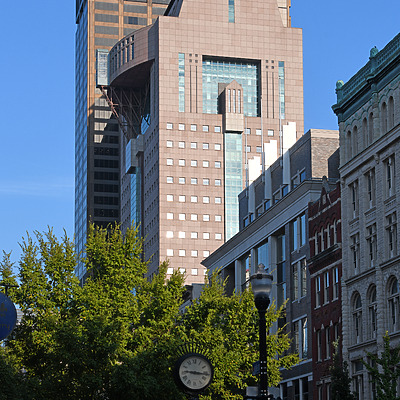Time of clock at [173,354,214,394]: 9:16
